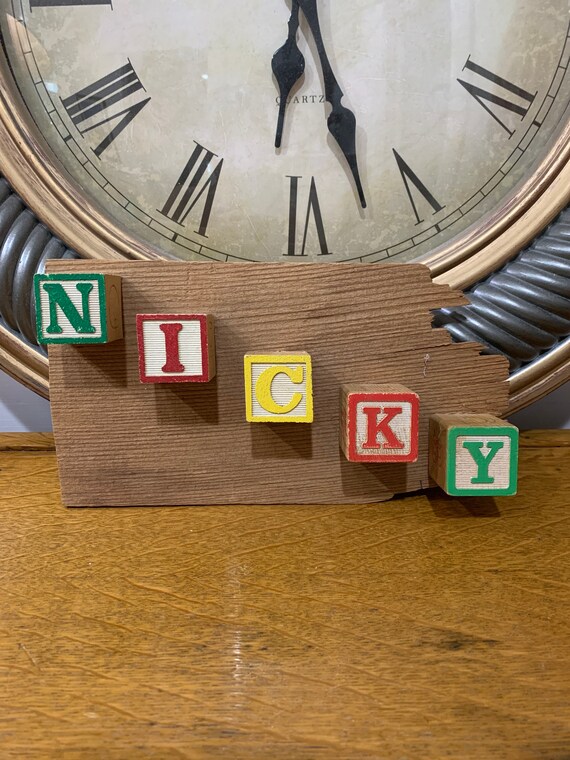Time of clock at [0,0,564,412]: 6:27
